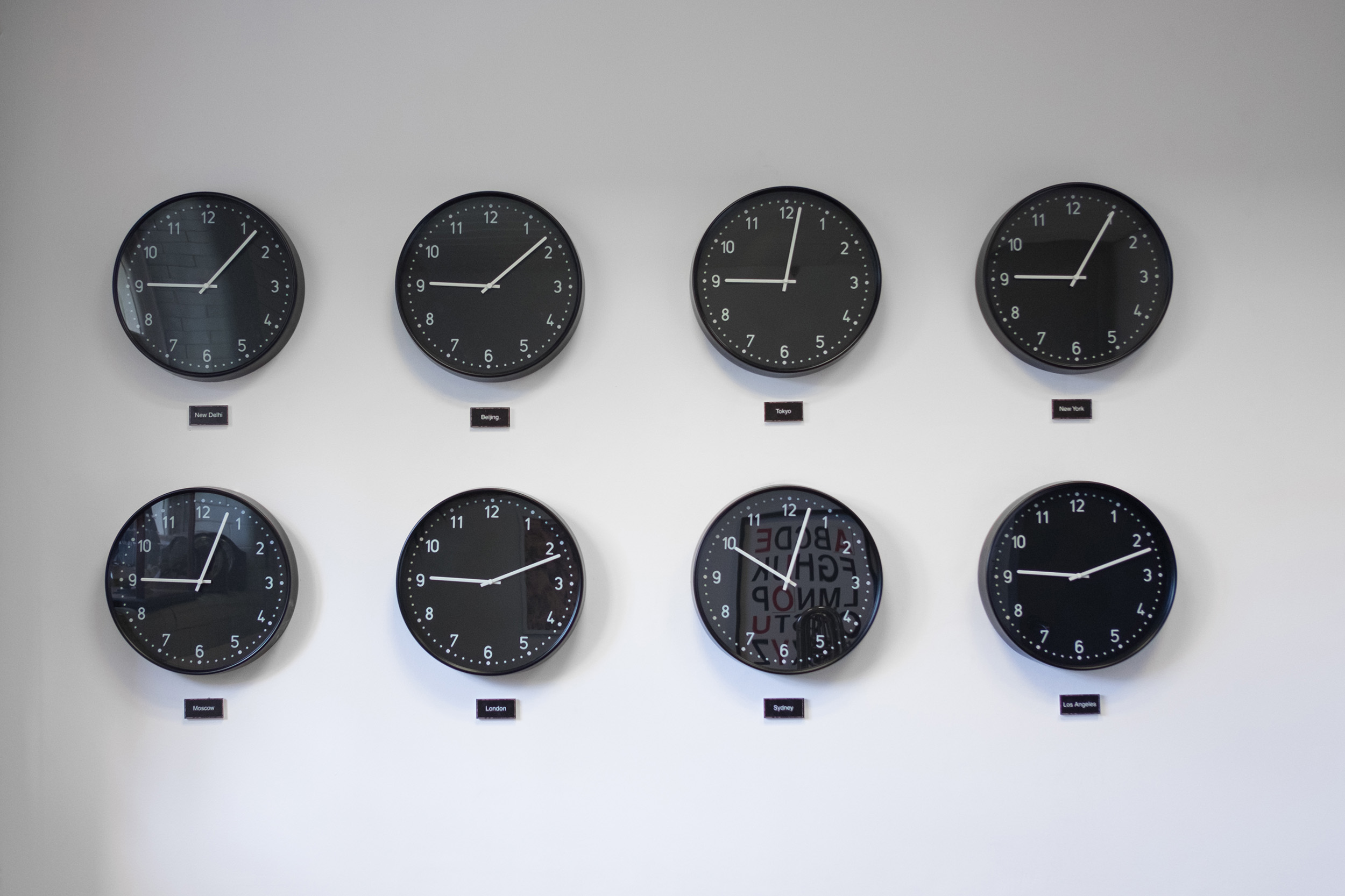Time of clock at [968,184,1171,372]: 9:05
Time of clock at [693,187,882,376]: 9:01
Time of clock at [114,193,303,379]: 9:06
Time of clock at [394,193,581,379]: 9:08
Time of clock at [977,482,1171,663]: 9:11
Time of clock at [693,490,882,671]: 10:02
